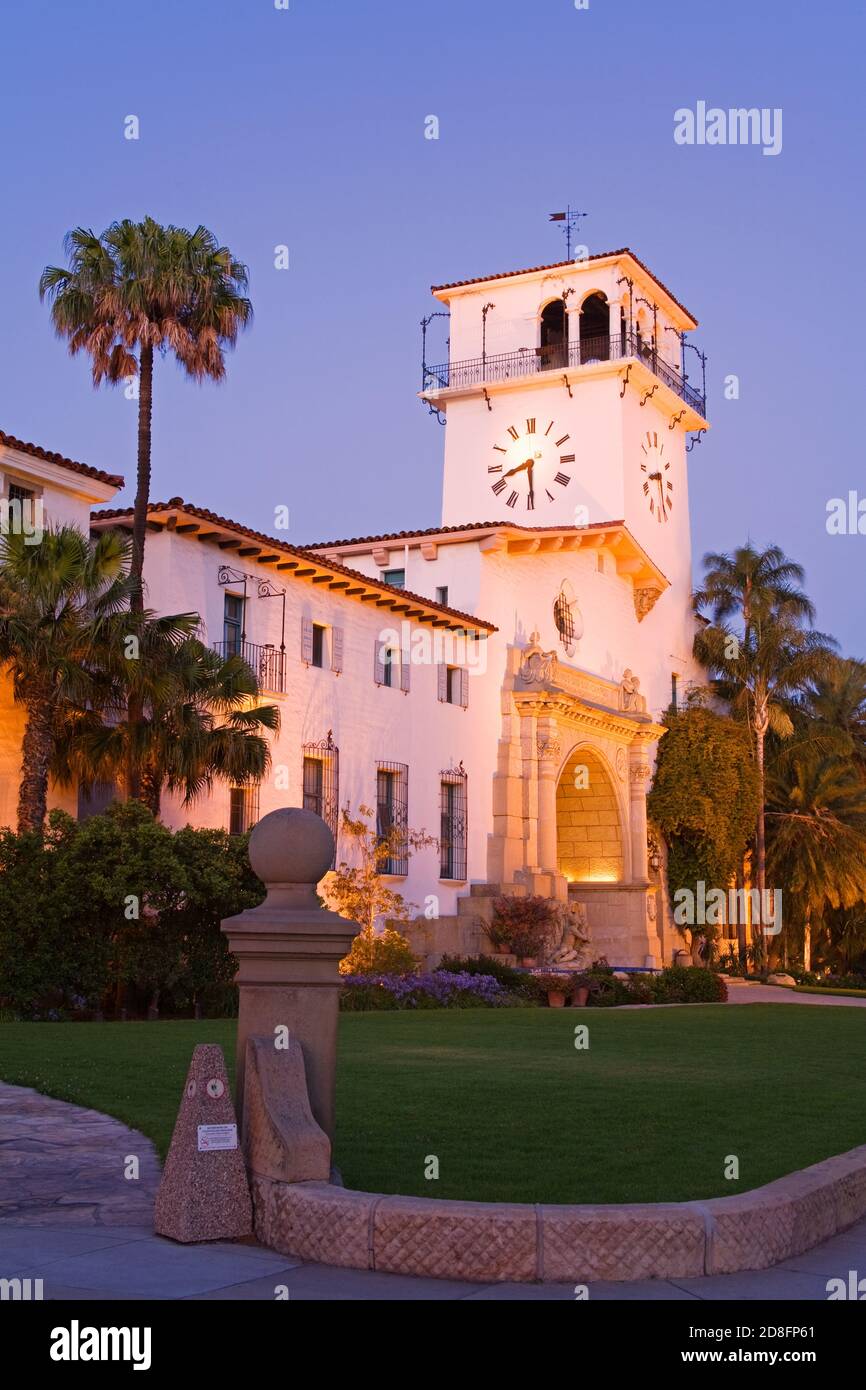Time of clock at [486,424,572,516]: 8:29
